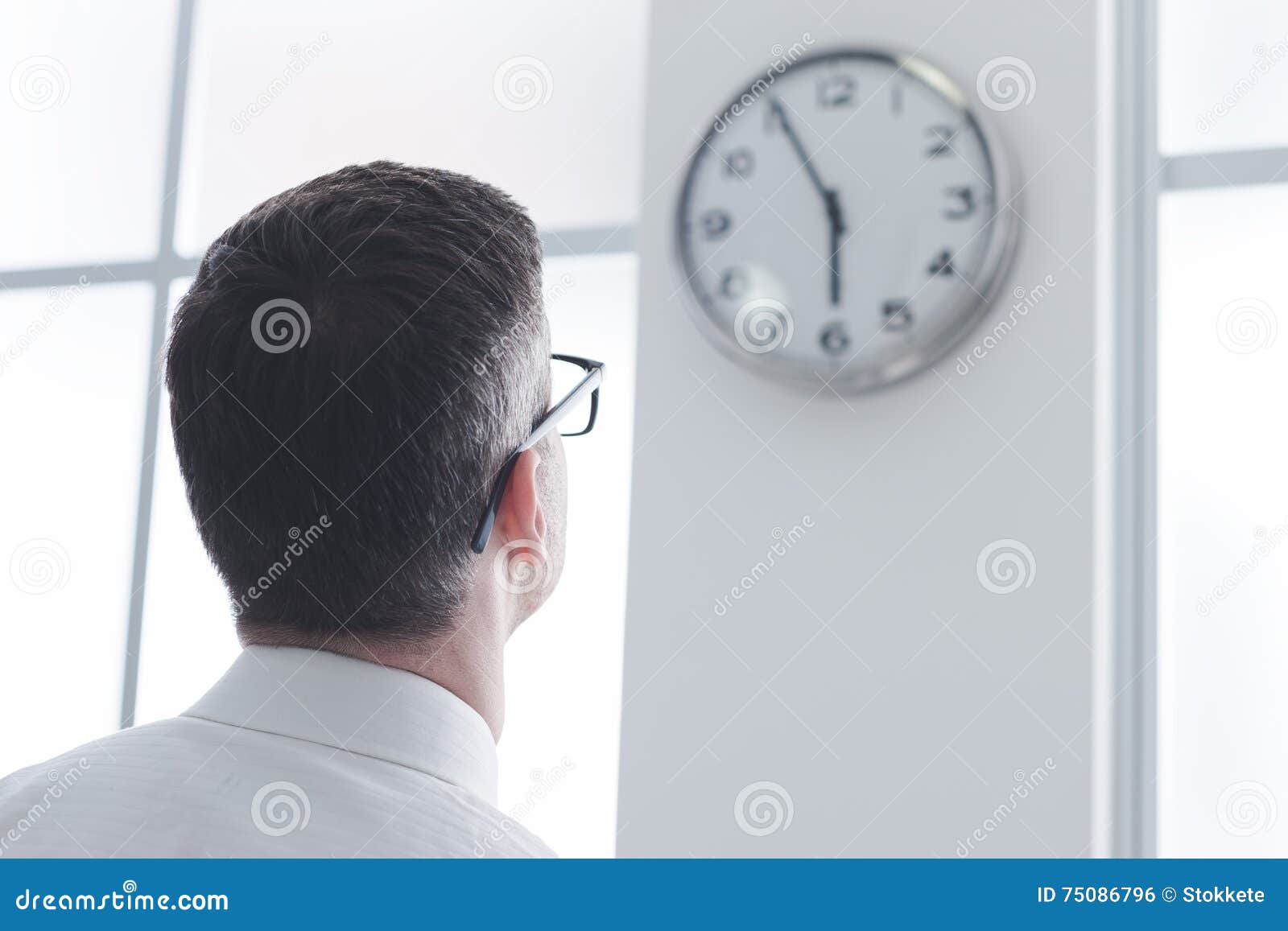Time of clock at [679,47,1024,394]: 5:55
